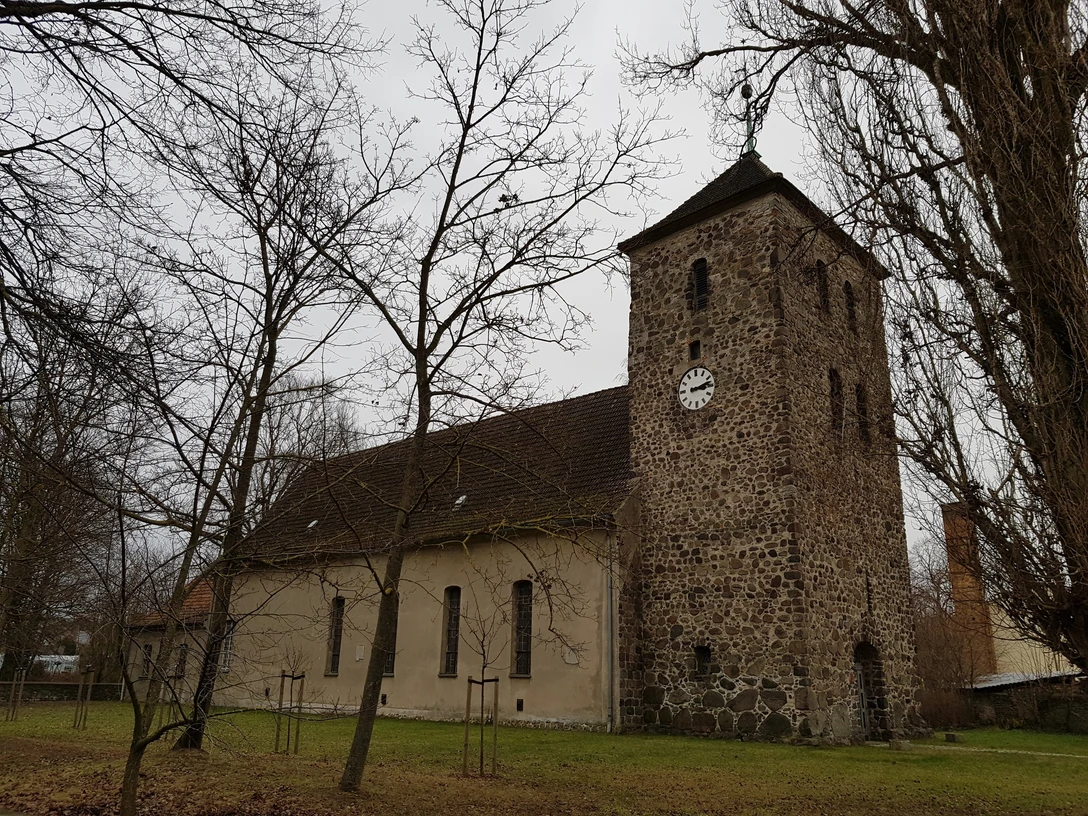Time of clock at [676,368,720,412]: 3:12
